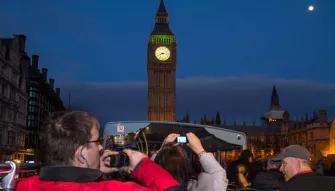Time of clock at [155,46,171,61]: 8:16
